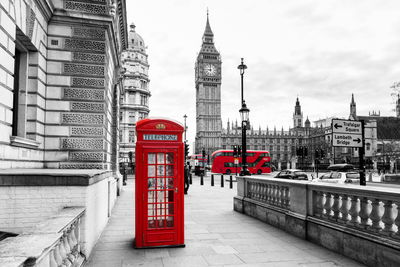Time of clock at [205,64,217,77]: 8:59
